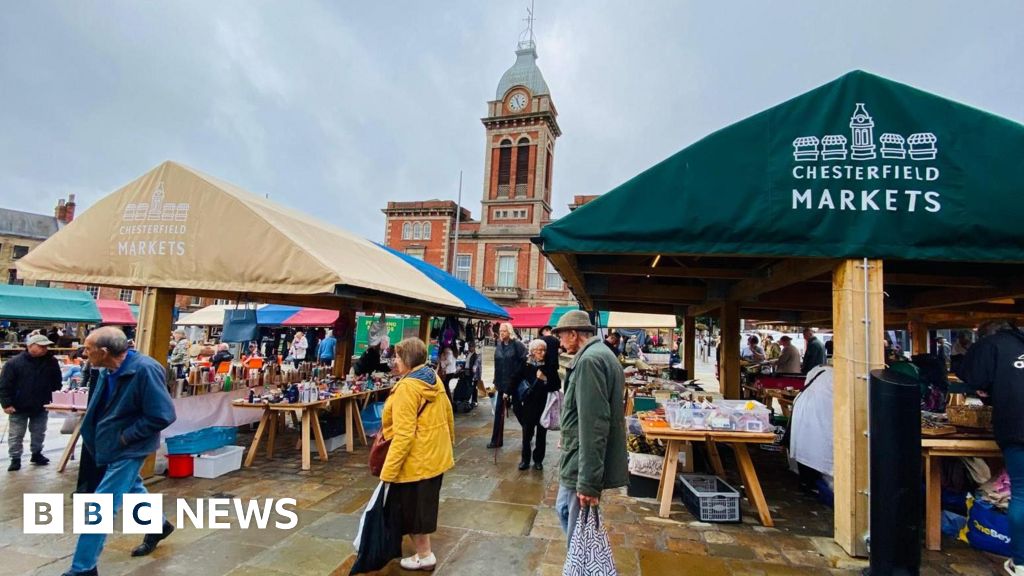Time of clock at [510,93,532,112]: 11:25
